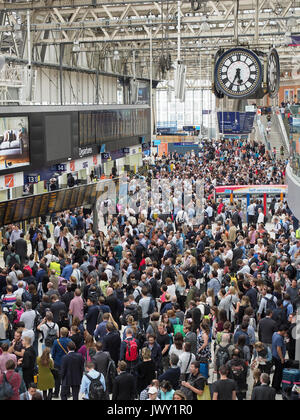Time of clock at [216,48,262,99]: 5:34
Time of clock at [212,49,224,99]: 5:34
